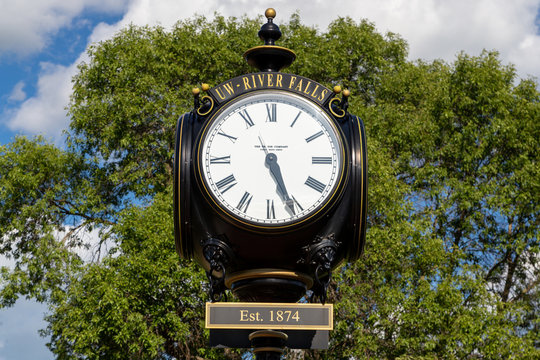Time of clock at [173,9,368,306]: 5:26
